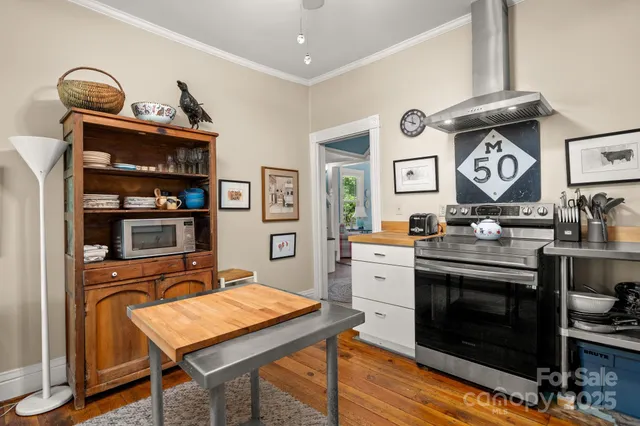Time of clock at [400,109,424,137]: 11:48
